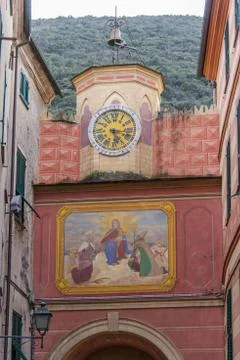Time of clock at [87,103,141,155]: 5:17
